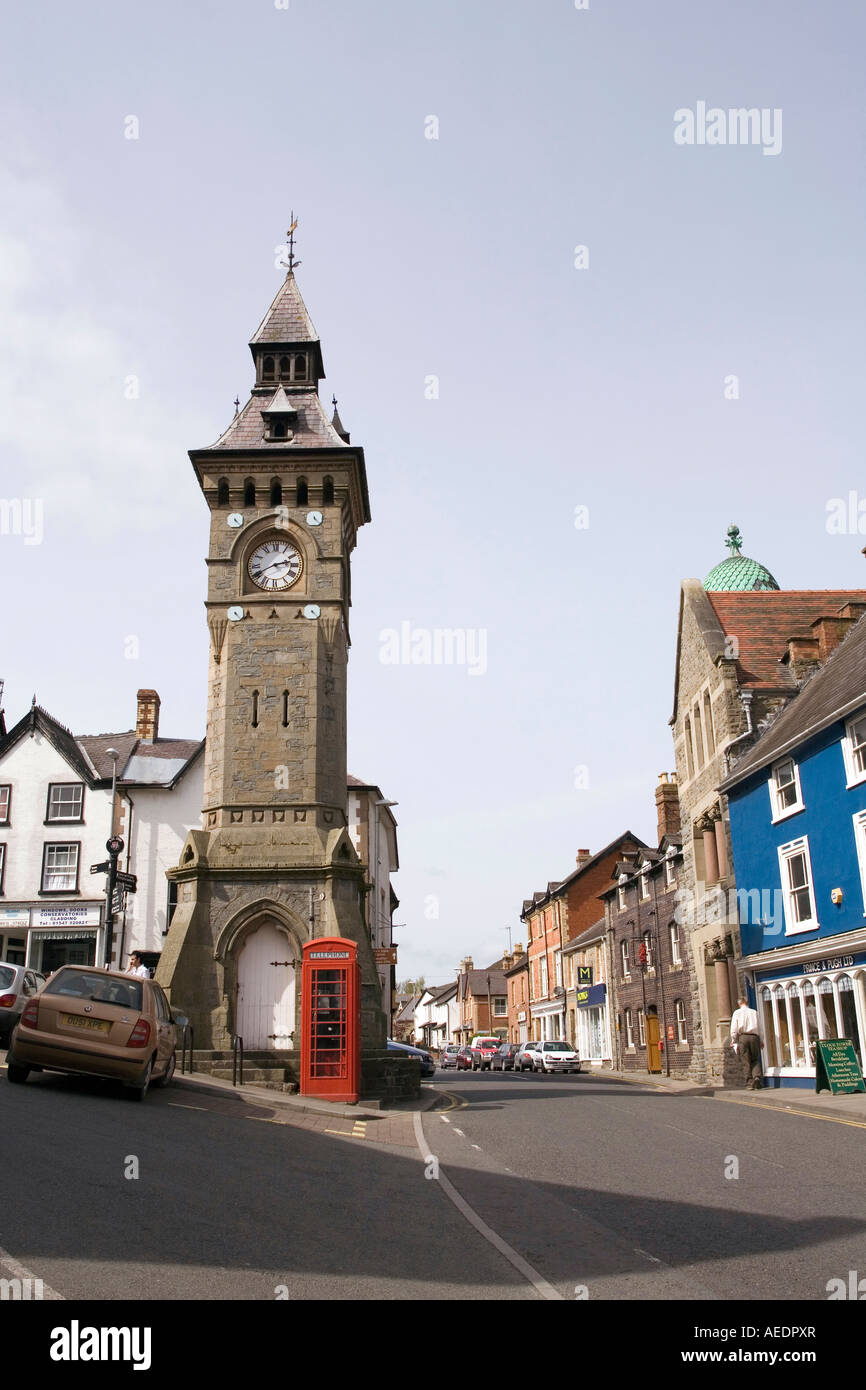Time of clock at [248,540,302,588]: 2:40
